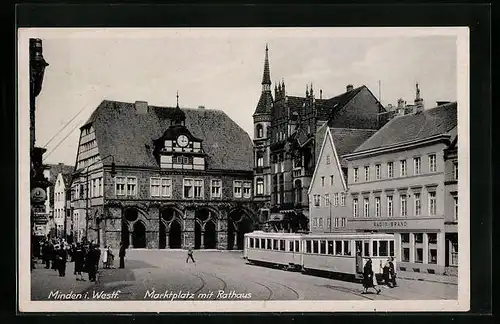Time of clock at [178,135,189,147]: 3:02
